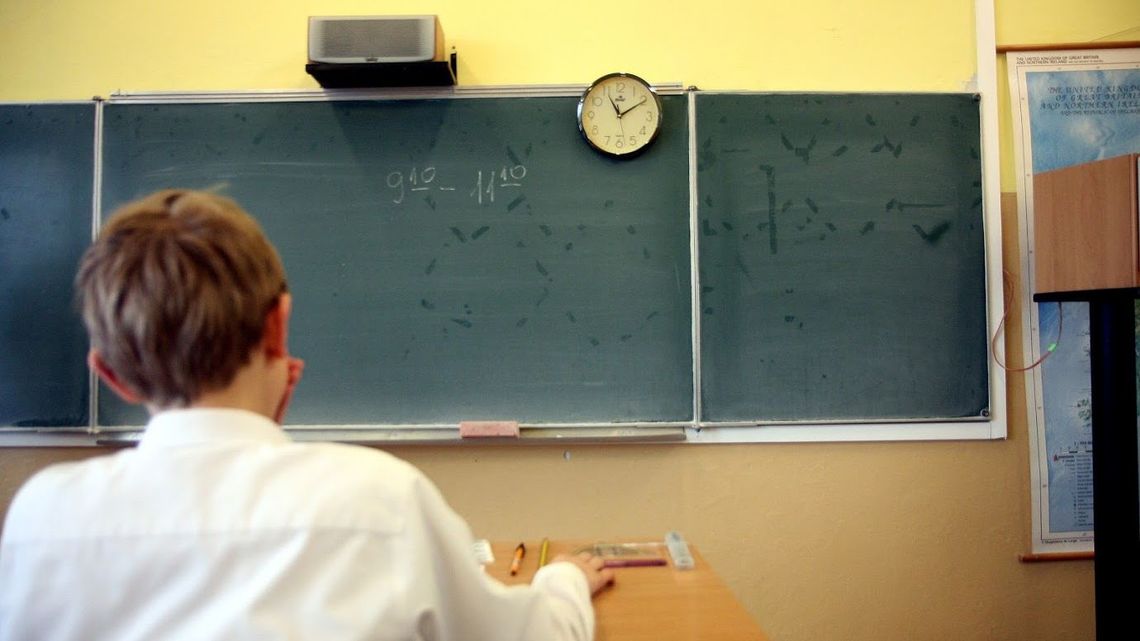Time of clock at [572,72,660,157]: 11:09
